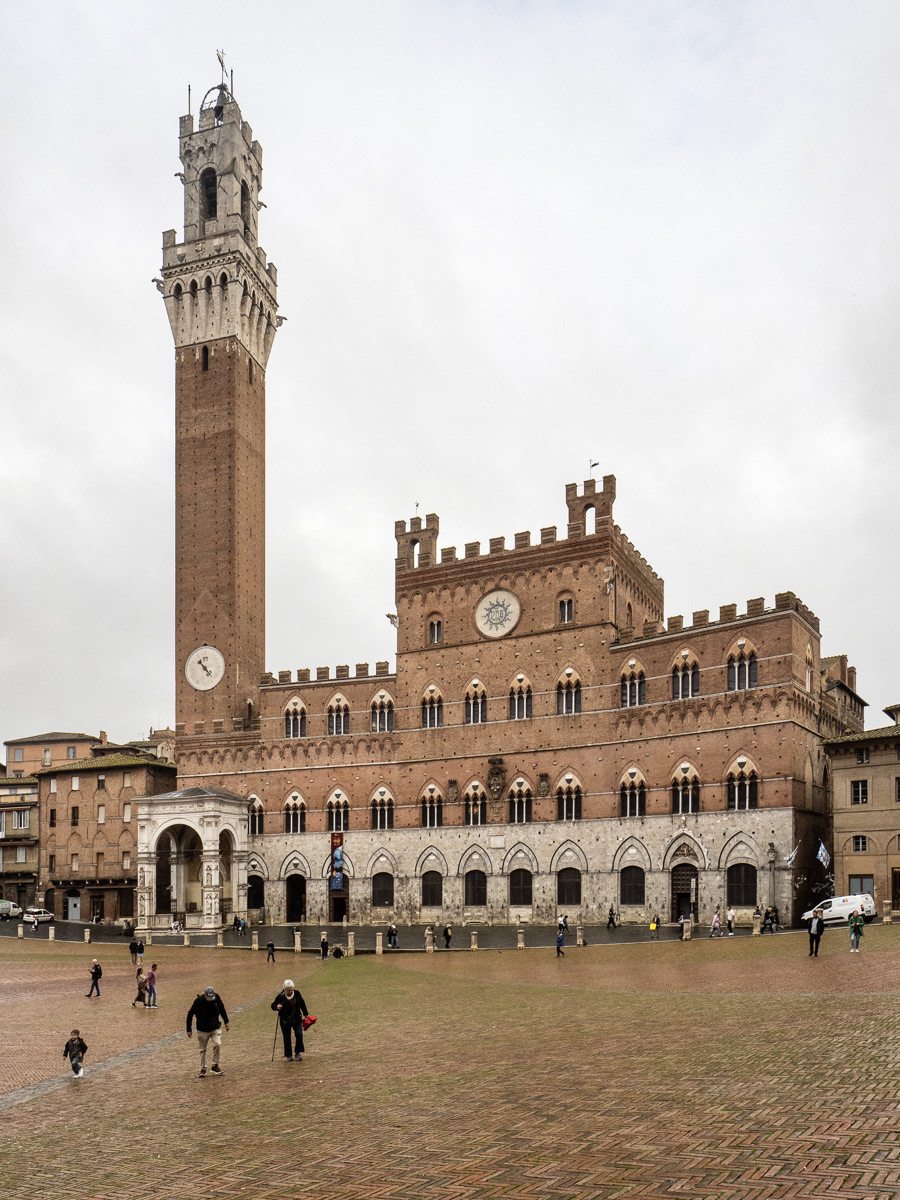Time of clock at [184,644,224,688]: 10:22
